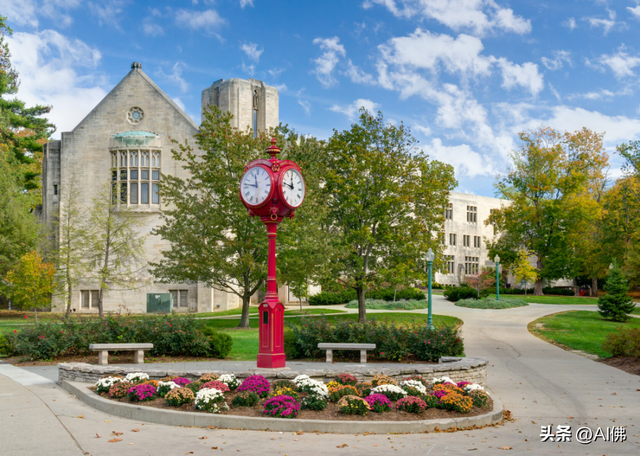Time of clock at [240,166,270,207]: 11:46
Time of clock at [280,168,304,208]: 11:46
